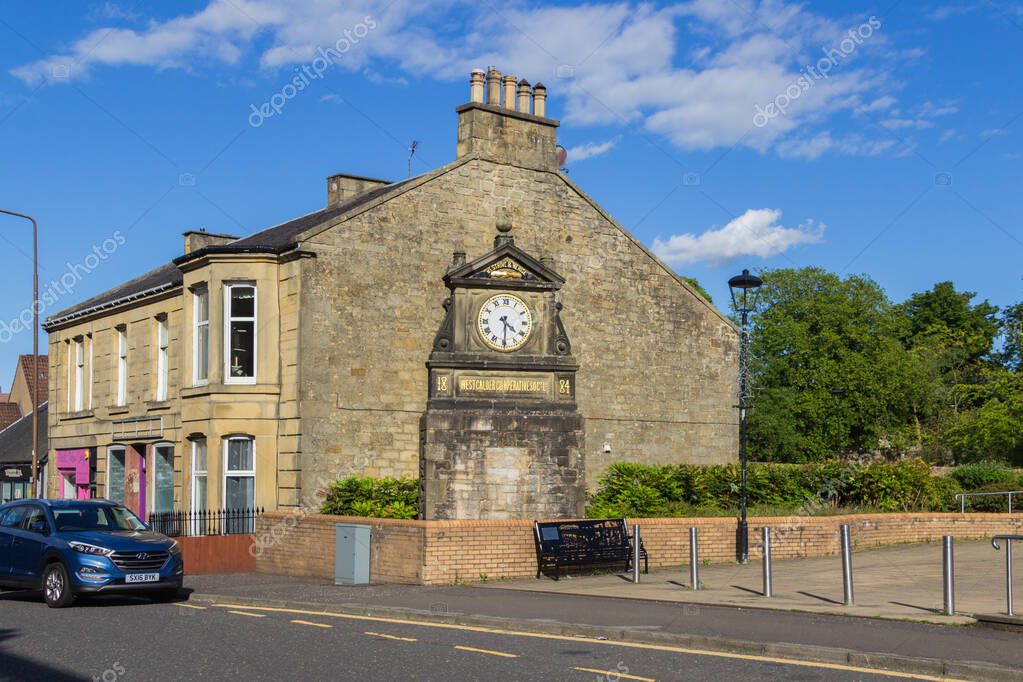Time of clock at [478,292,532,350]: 4:29
